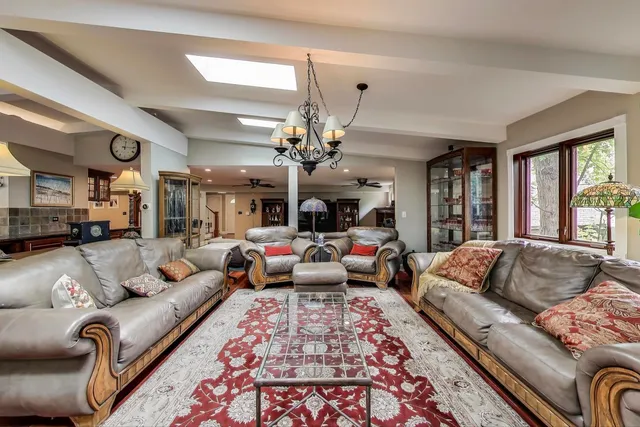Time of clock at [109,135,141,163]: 12:15
